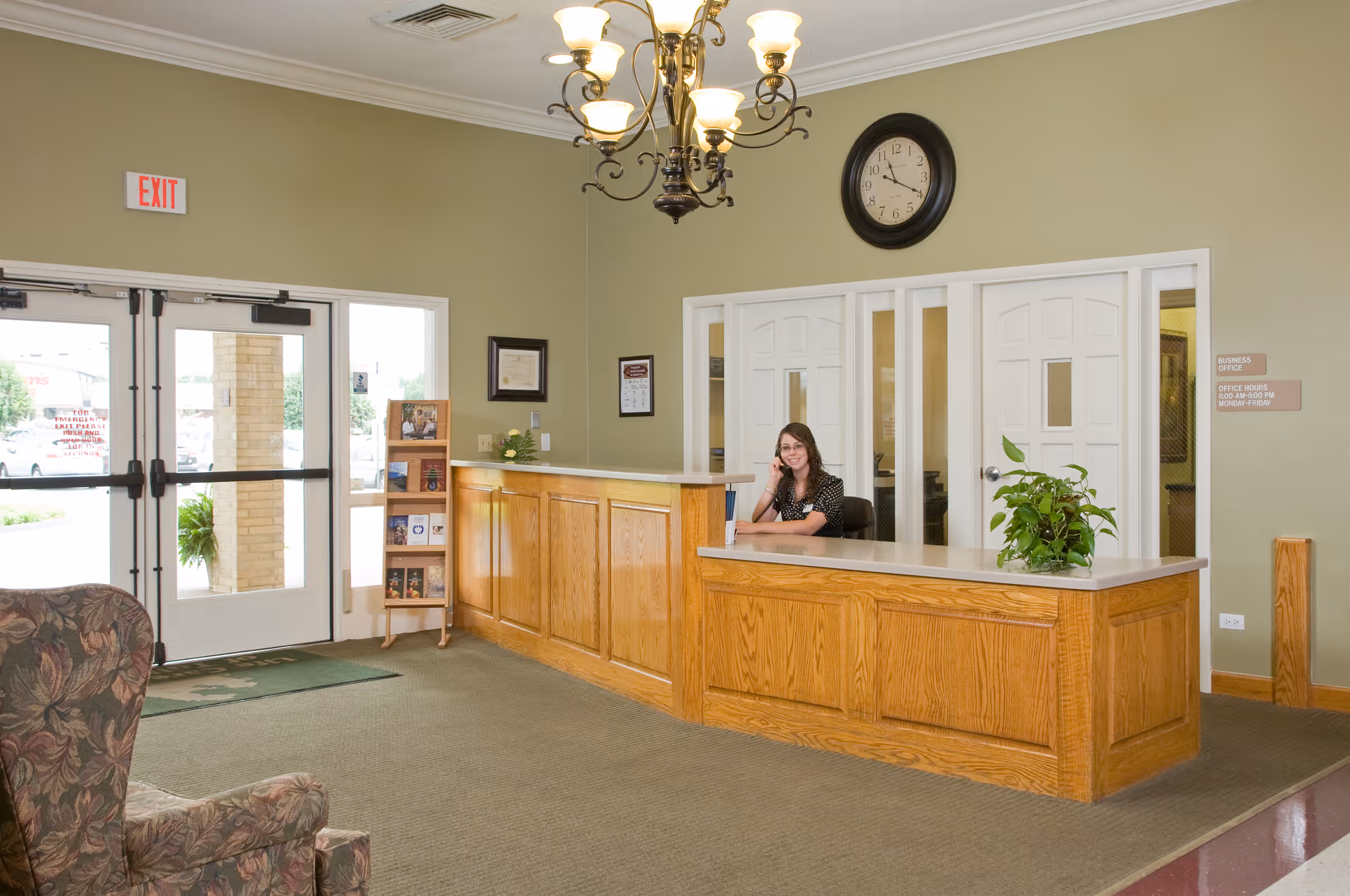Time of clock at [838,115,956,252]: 11:19
